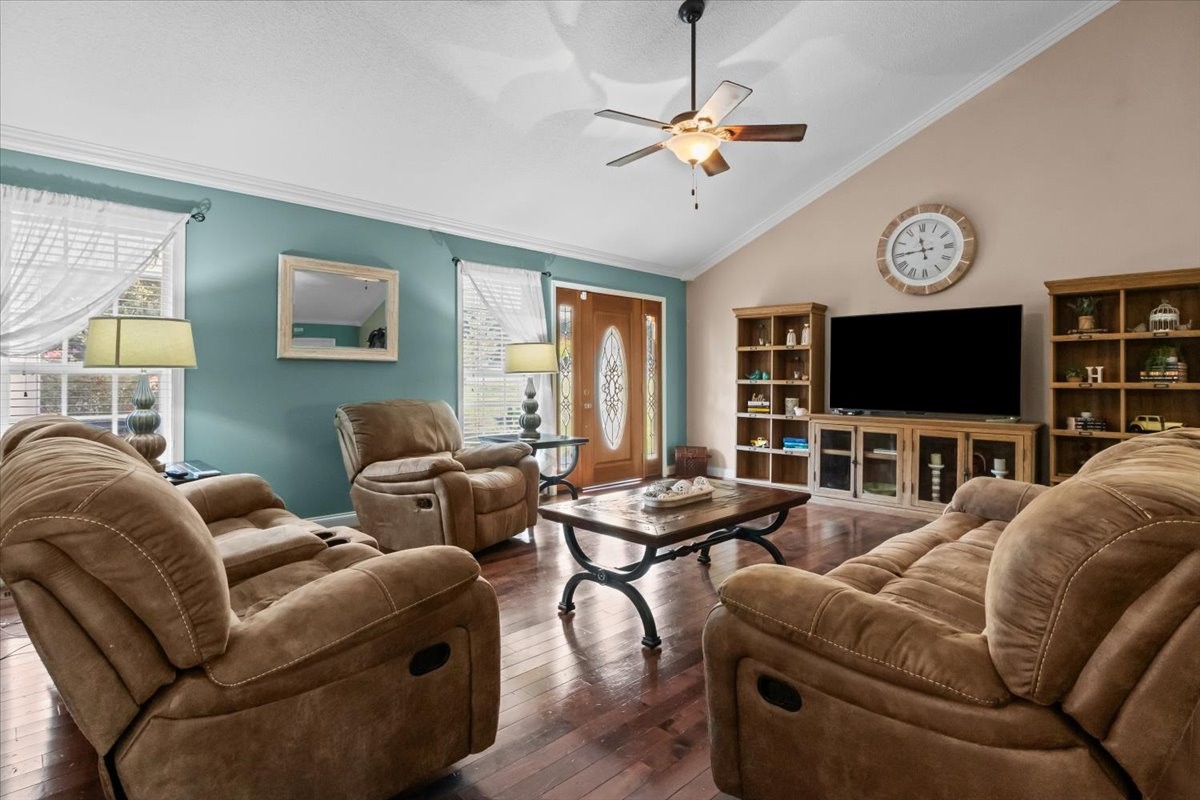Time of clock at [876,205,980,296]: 11:44
